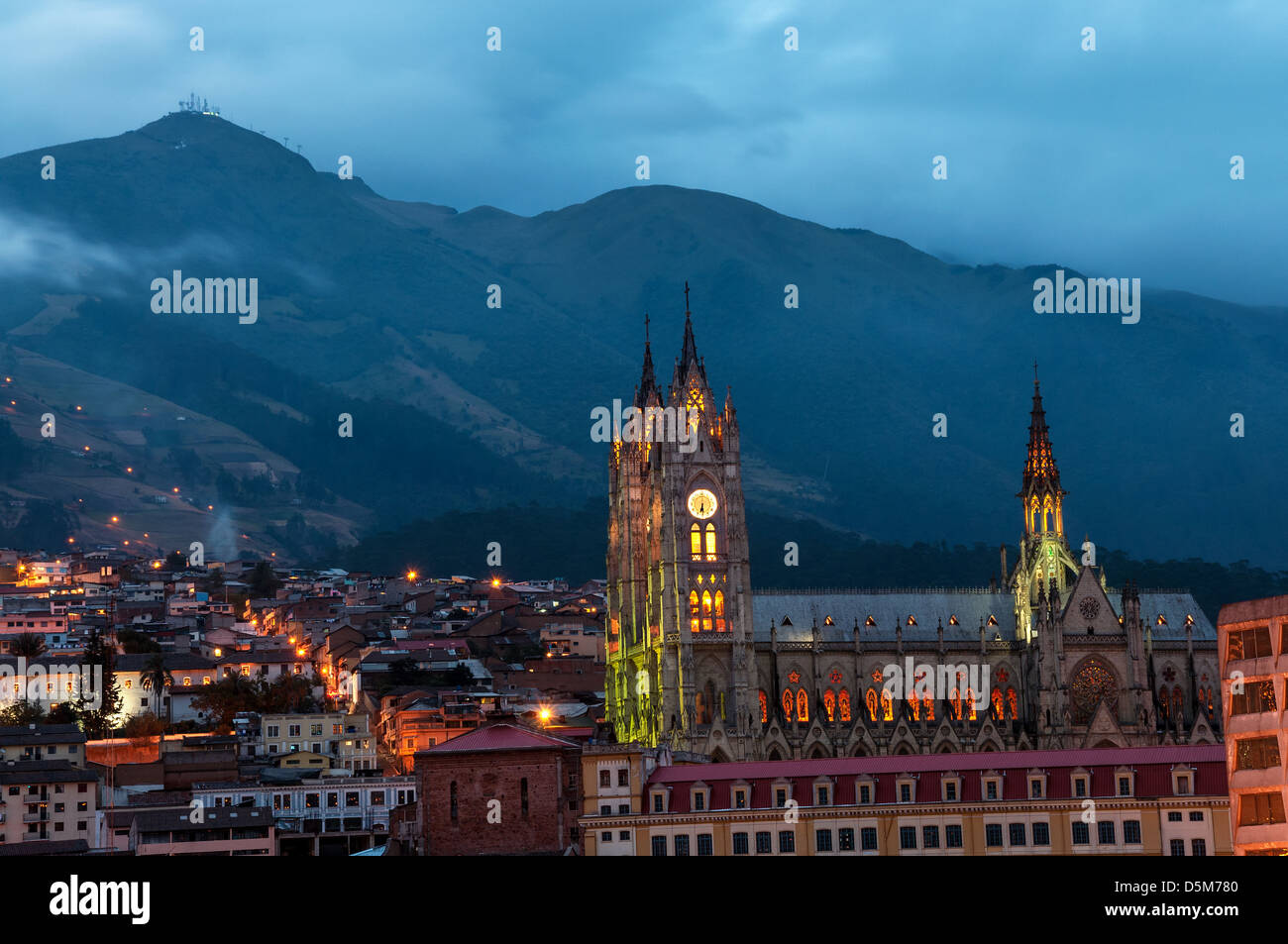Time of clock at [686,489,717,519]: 6:29
